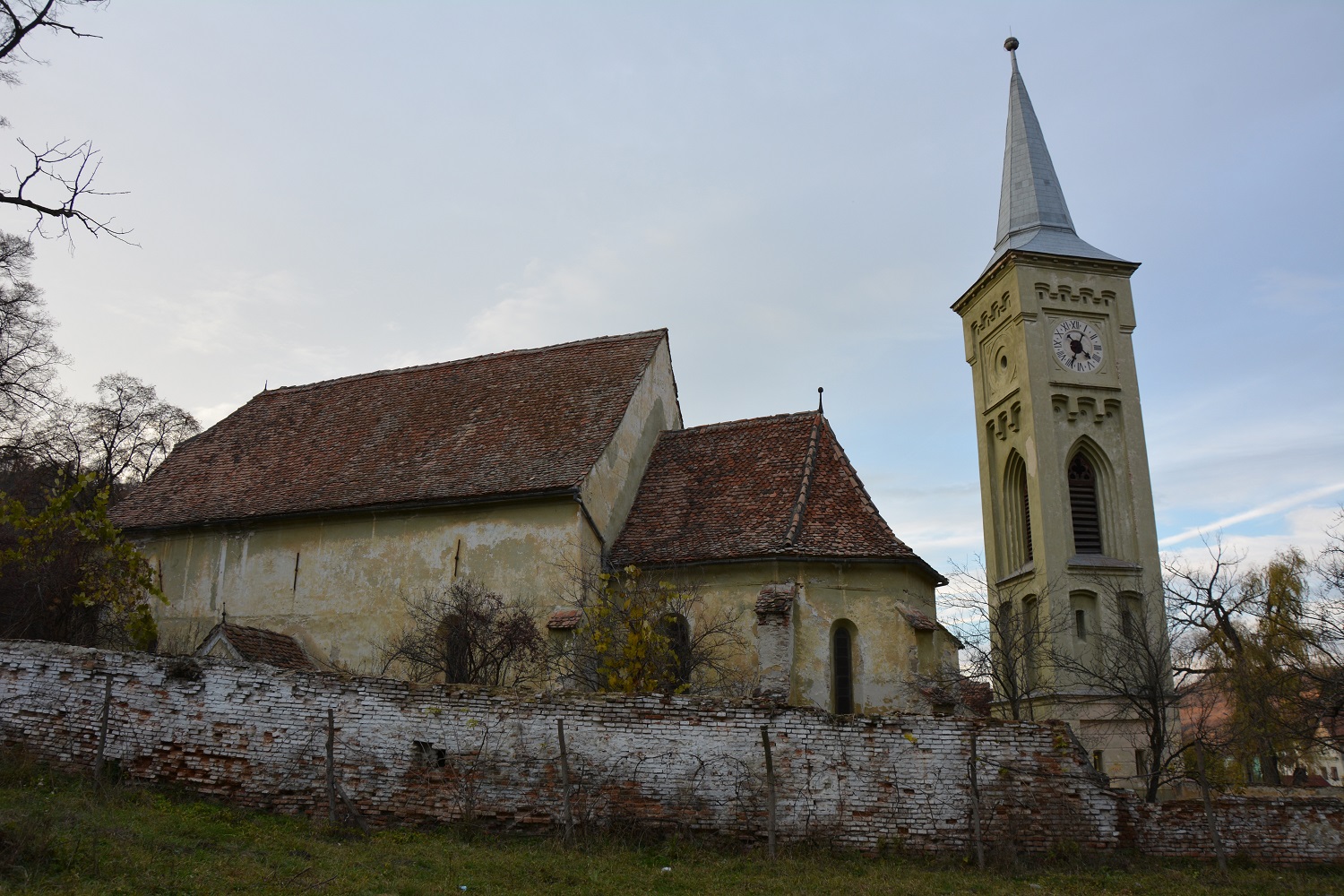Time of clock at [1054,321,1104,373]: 4:34
